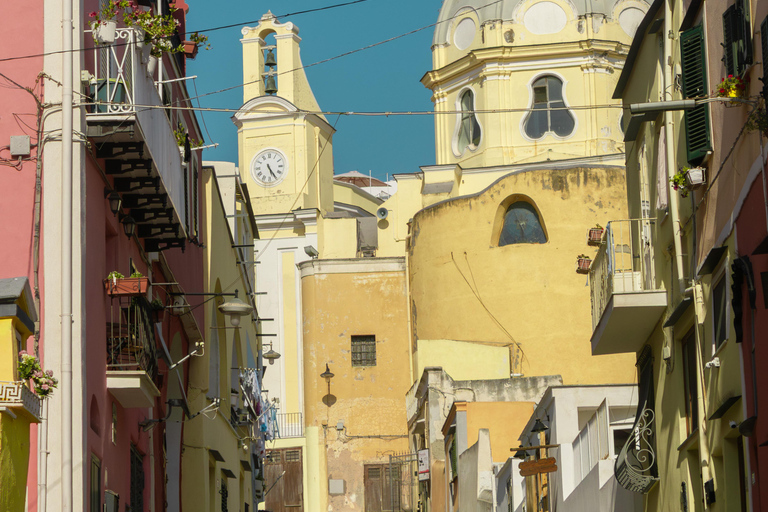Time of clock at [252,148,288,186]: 5:24
